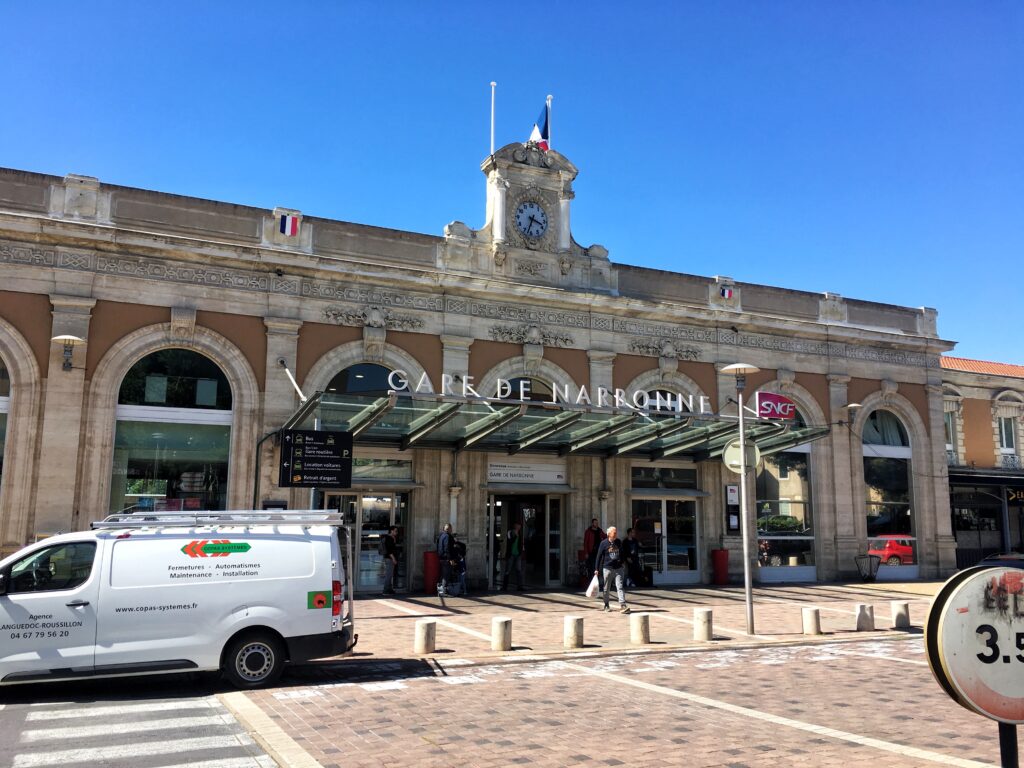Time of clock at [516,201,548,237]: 3:33
